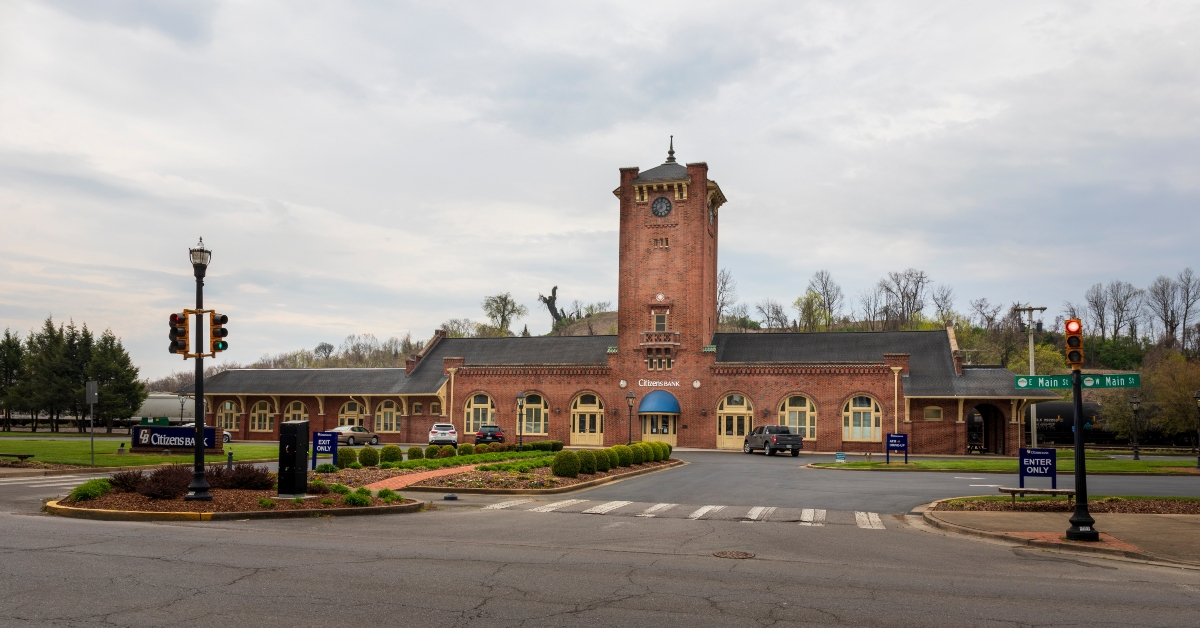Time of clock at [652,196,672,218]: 7:59
